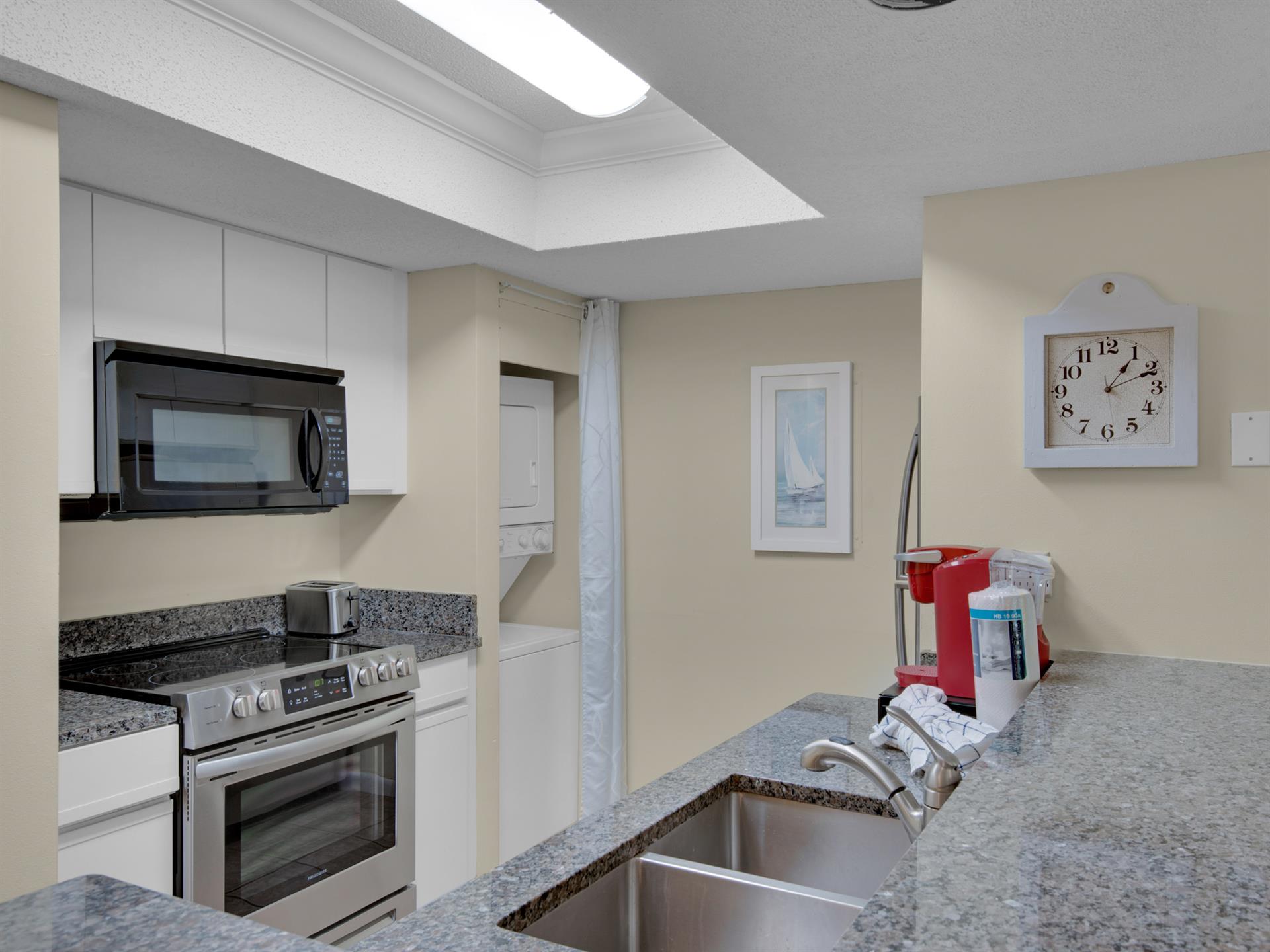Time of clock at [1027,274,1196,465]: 1:11
